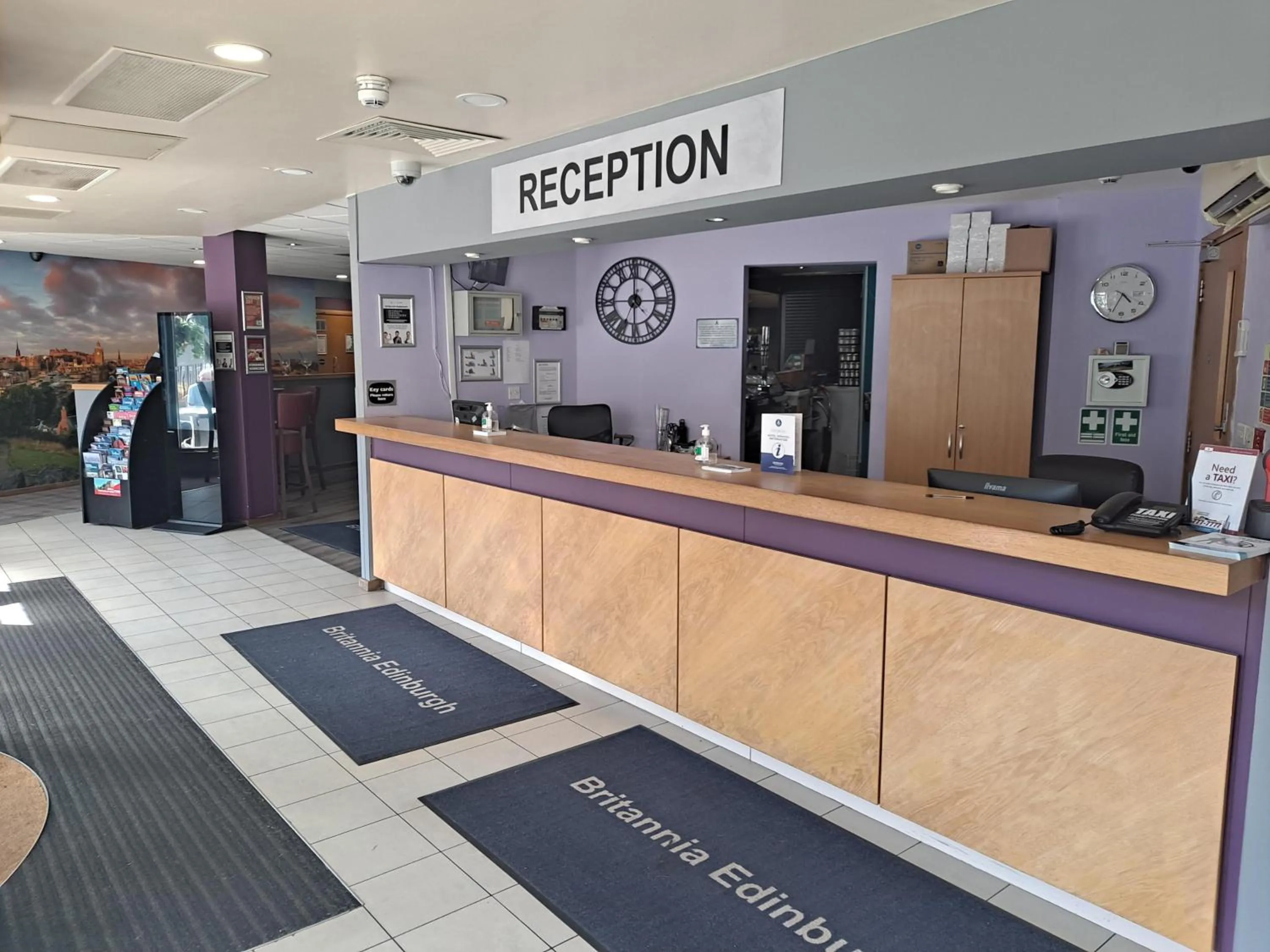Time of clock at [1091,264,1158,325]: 4:34
